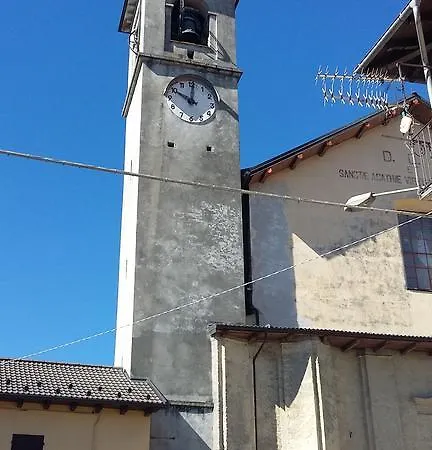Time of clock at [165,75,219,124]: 10:00
